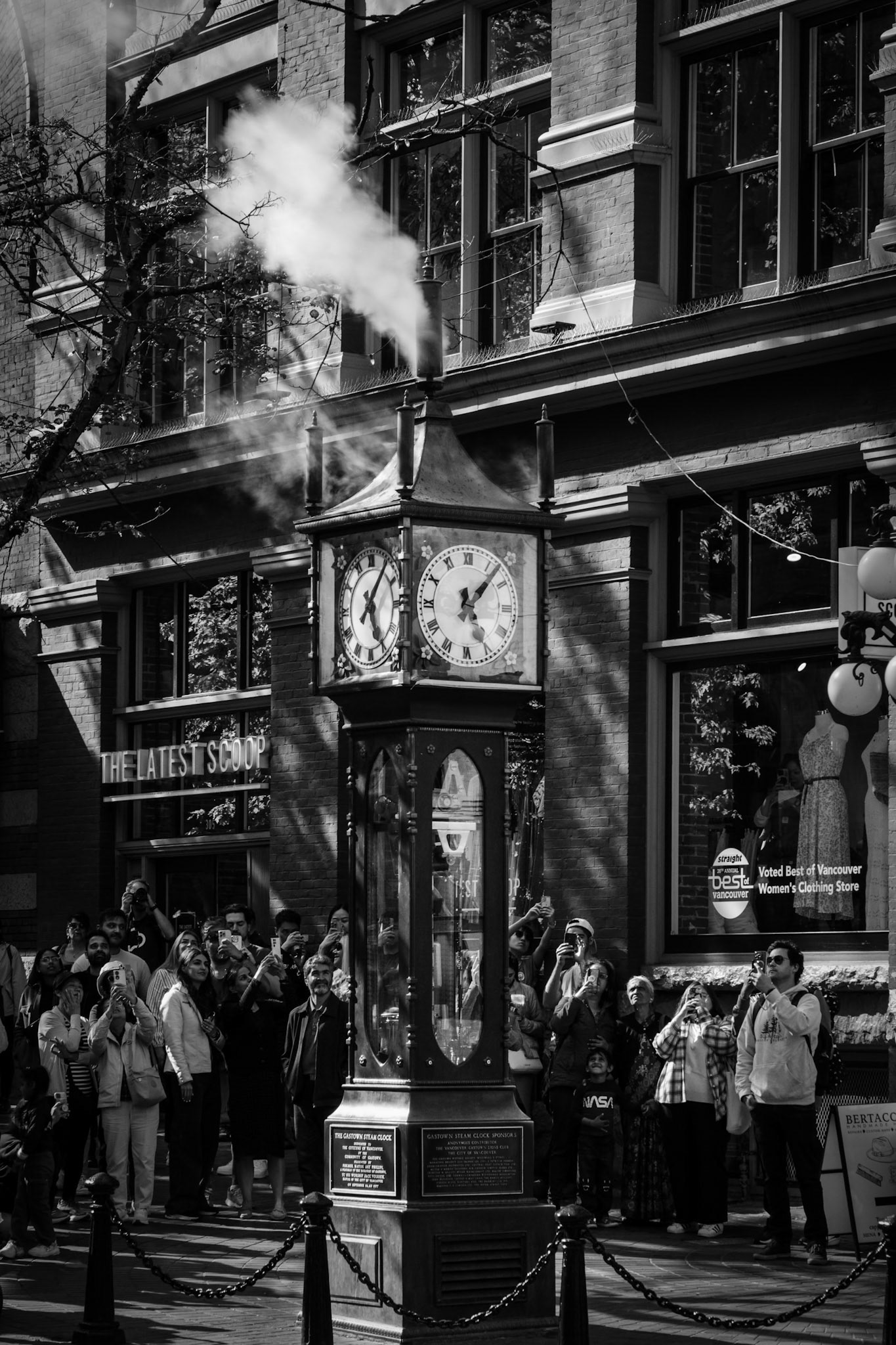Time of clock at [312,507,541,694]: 5:06
